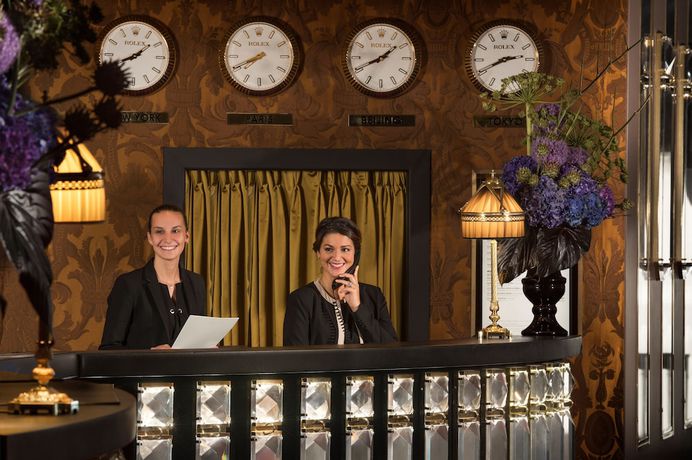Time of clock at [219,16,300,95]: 7:40
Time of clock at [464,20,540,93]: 2:40
